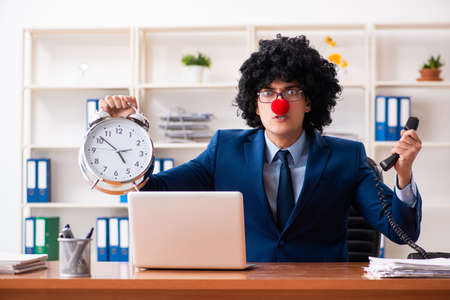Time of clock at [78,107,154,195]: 4:51
